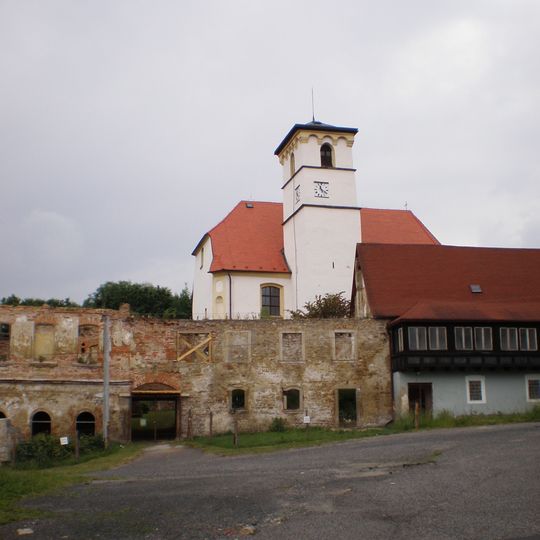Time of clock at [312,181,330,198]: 11:21
